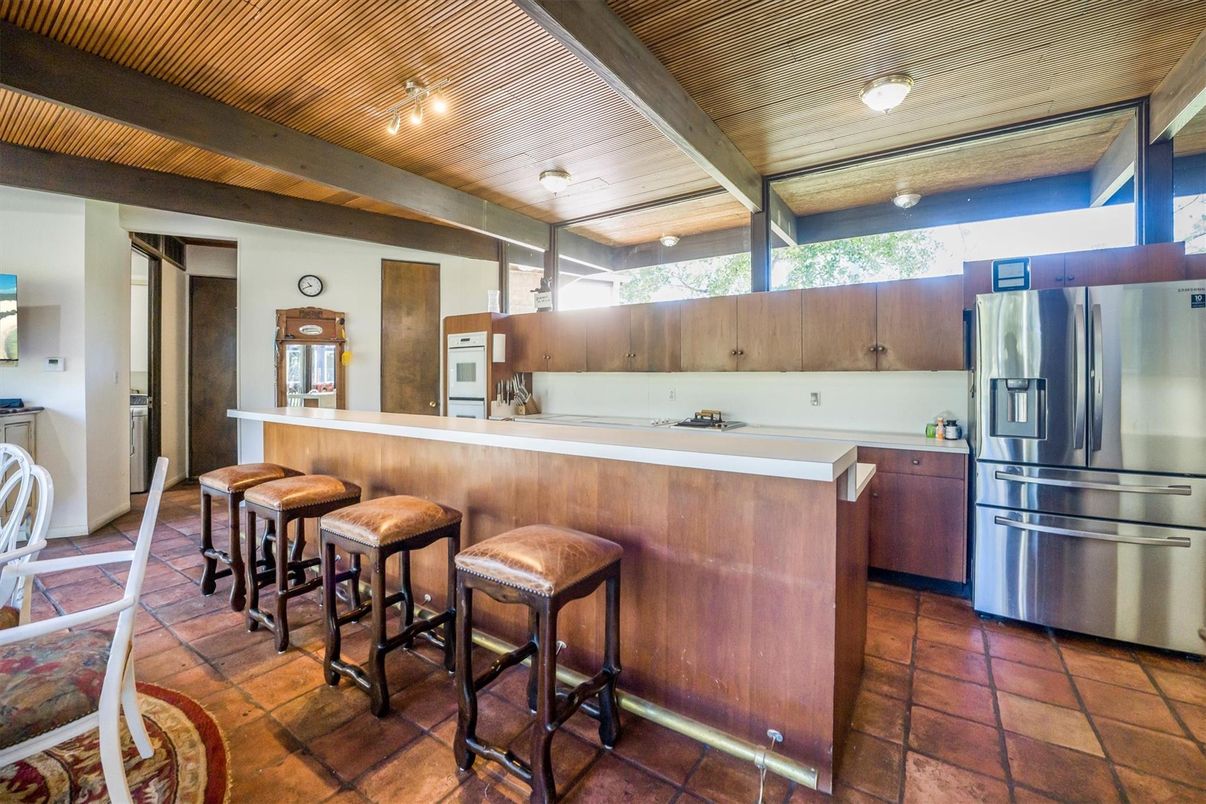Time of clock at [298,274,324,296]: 10:41
